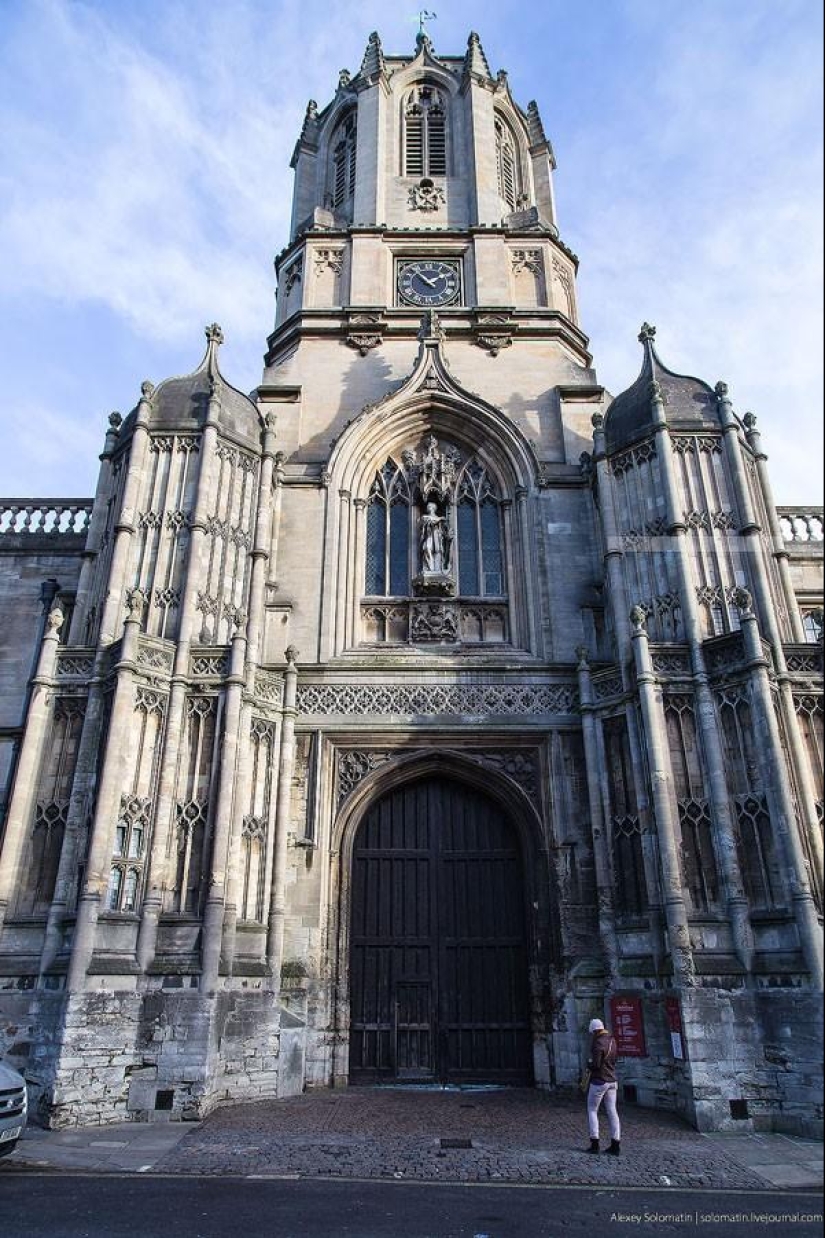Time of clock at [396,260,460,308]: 1:53
